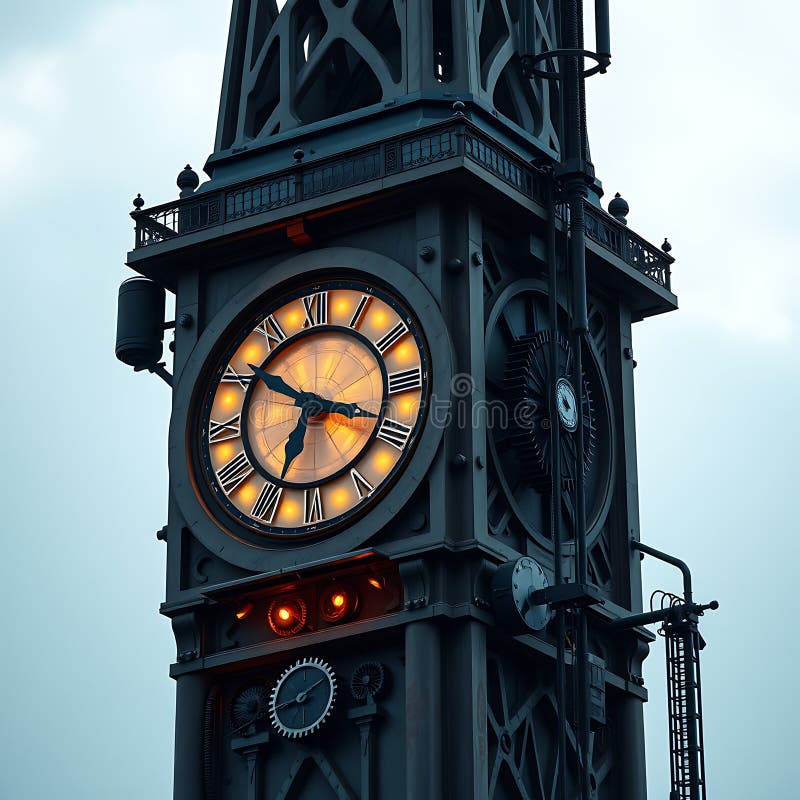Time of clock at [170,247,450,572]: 6:50
